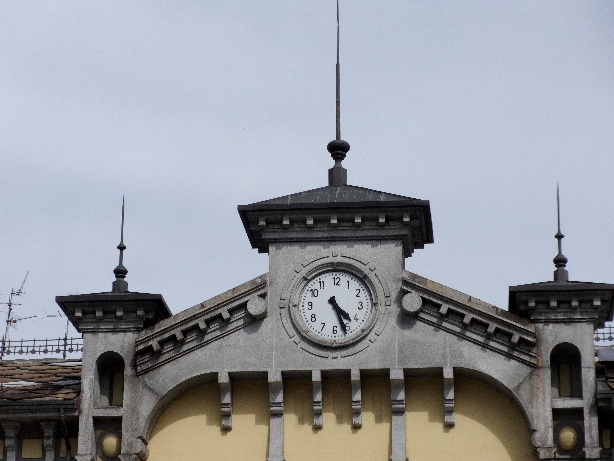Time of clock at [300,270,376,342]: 4:26
